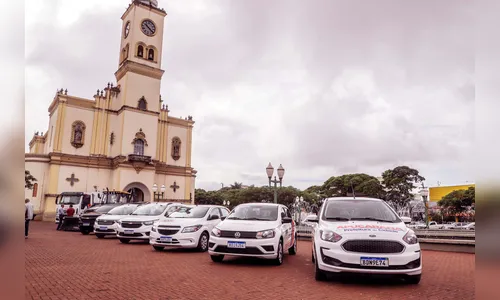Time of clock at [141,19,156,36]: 10:22
